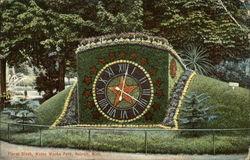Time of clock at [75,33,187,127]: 4:02
